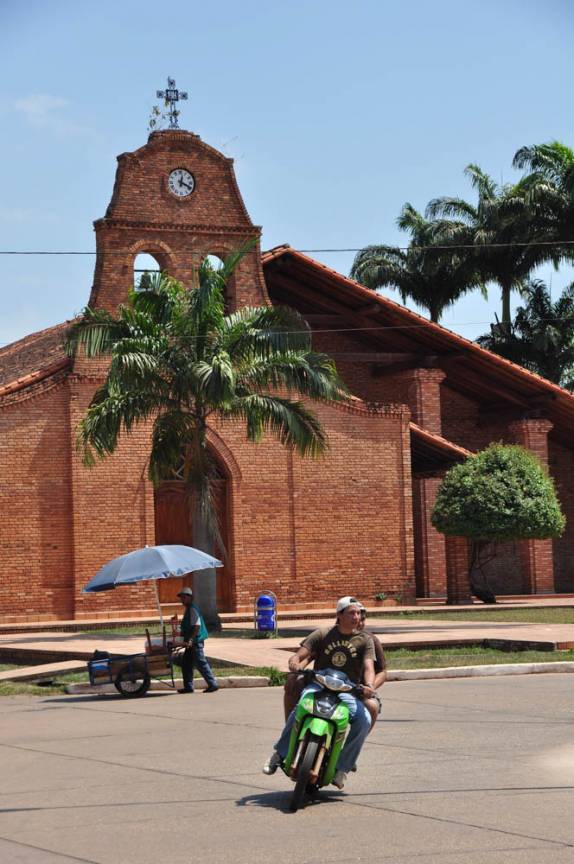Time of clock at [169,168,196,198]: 12:19
